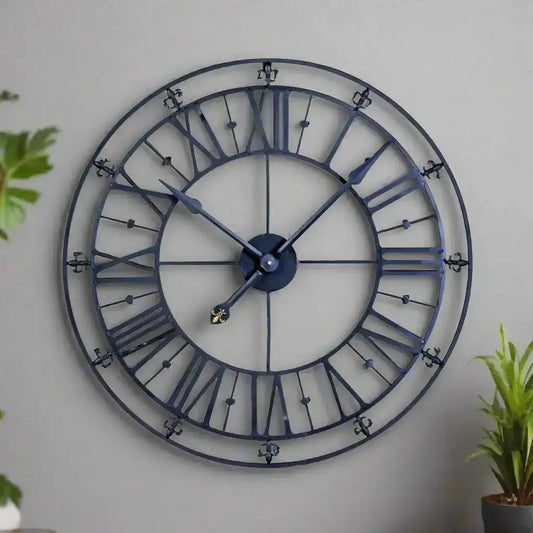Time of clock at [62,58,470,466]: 10:07
